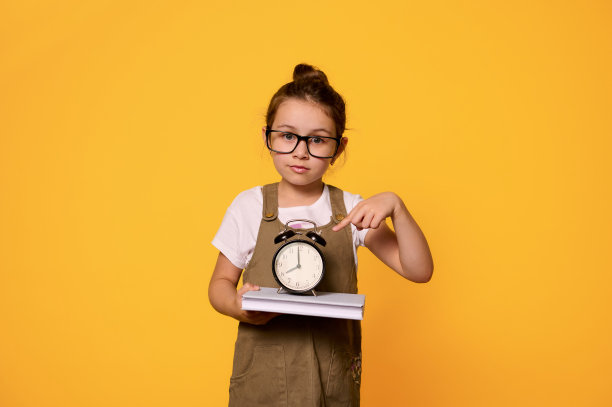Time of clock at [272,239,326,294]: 7:59
